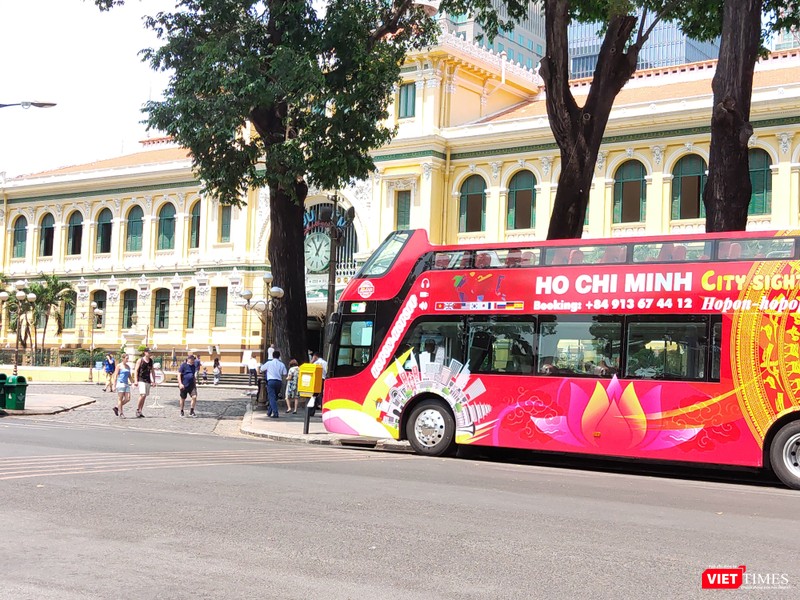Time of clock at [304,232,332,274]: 12:55
